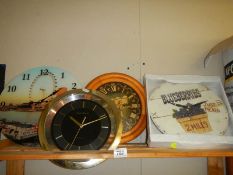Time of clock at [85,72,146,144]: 10:11
